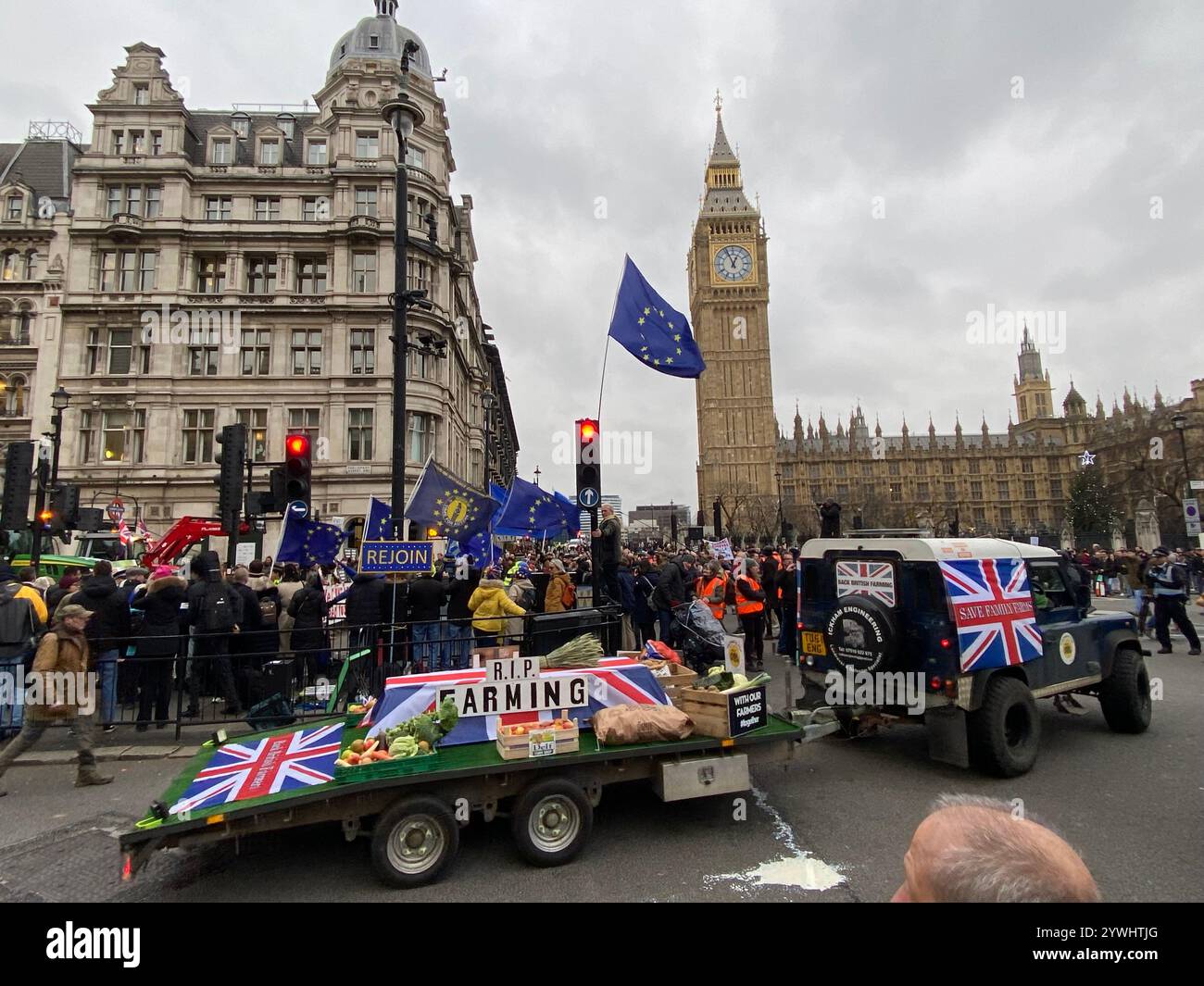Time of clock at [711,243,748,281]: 12:56
